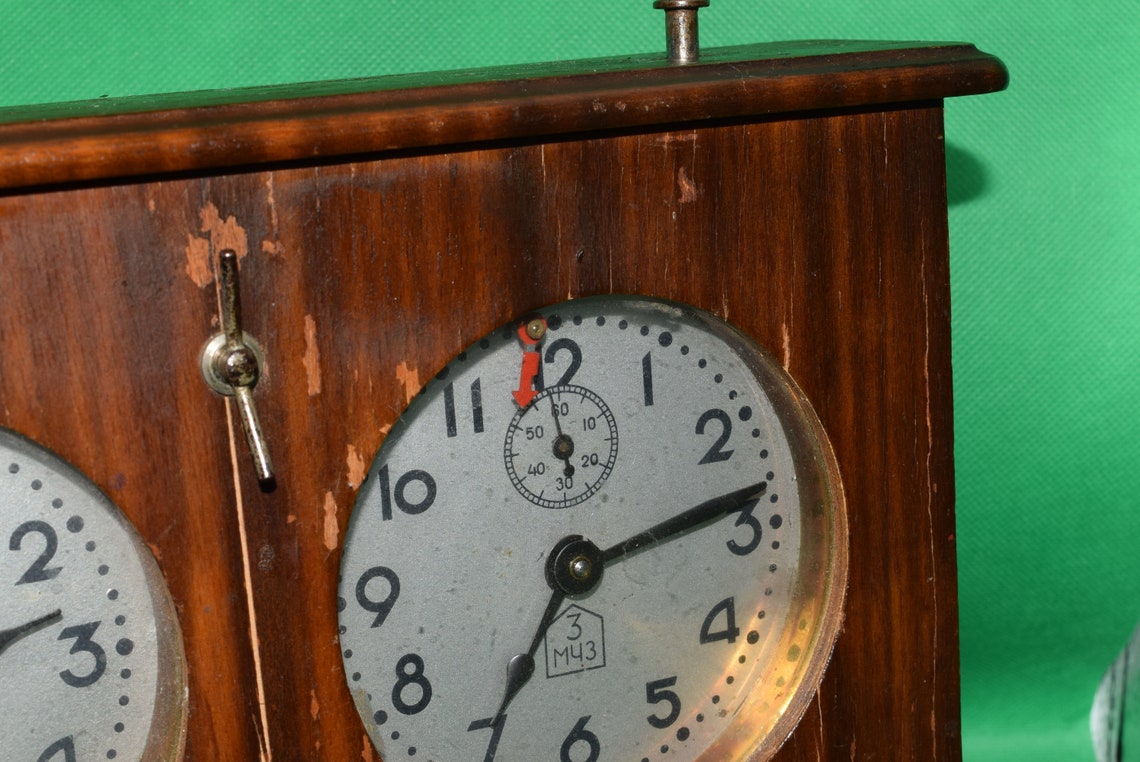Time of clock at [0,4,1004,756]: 7:13
